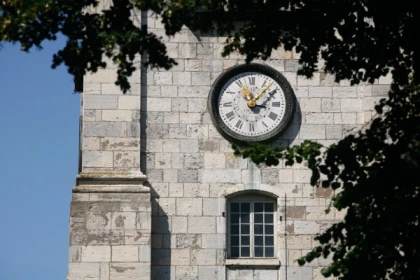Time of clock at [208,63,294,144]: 11:07
